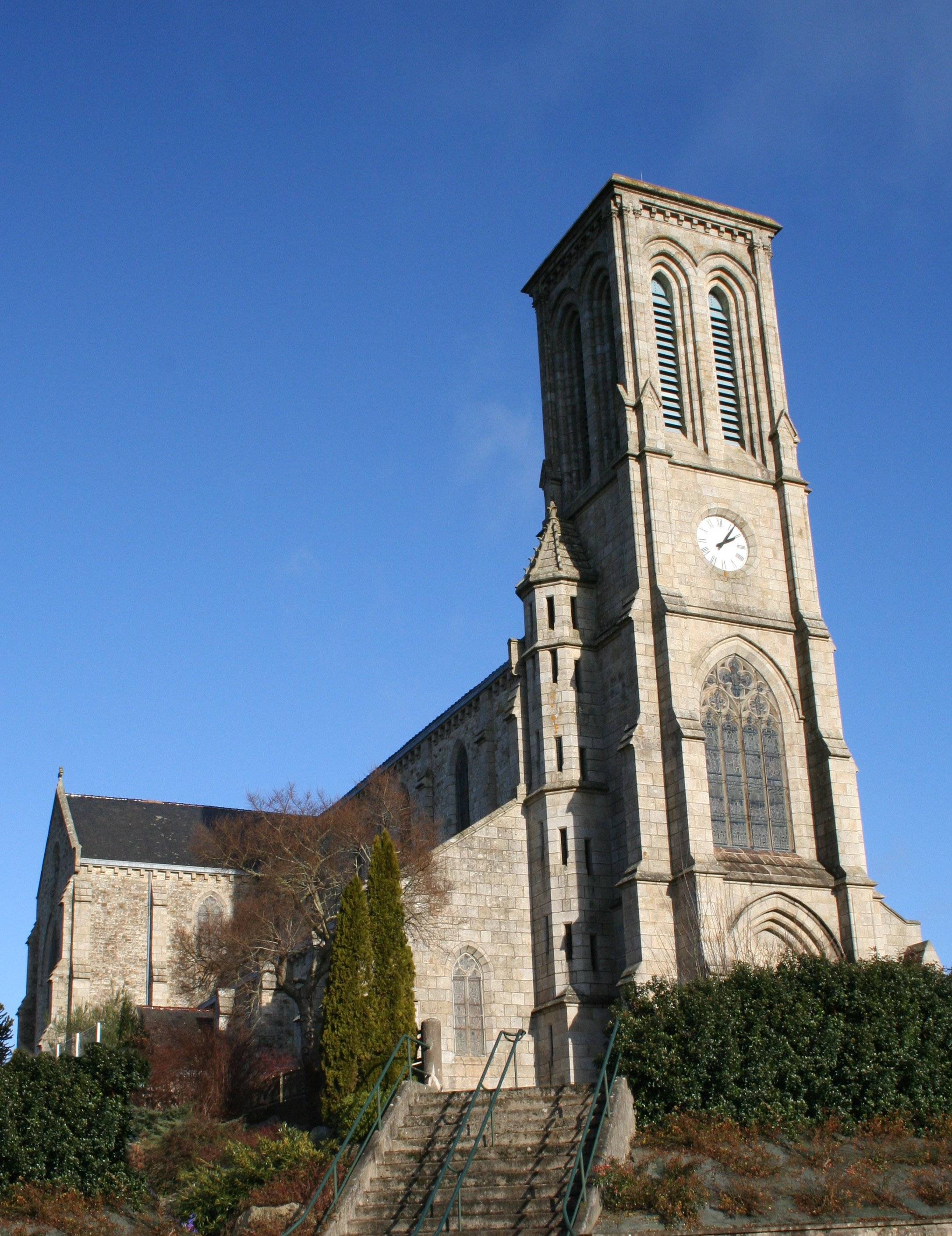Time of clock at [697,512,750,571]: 2:06
